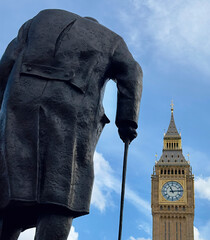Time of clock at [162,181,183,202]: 11:13
